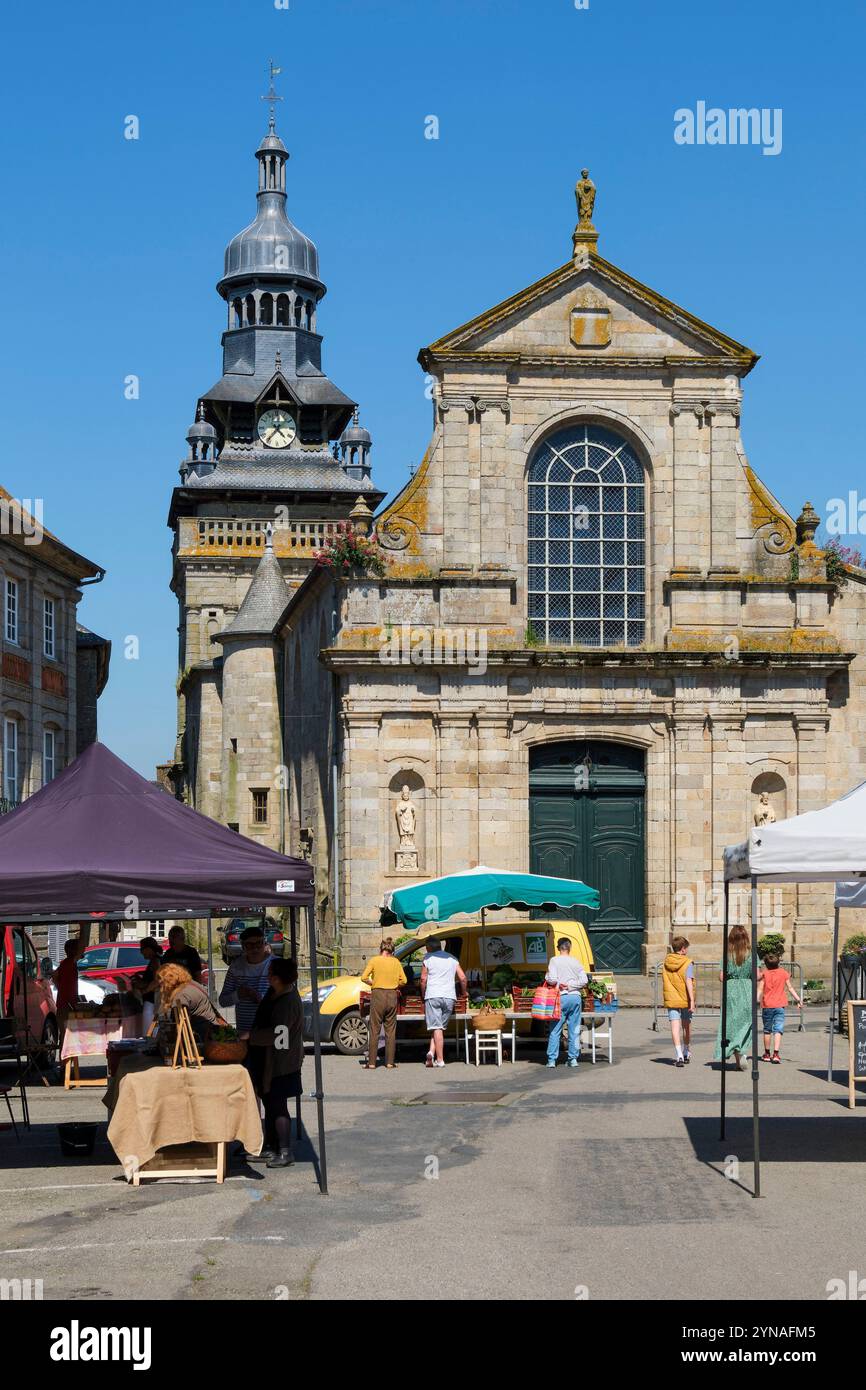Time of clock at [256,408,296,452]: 4:36
